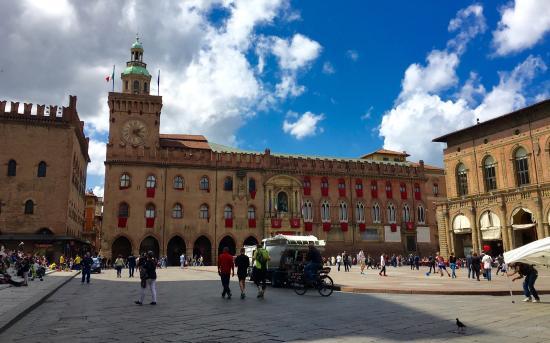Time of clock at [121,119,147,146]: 2:21
